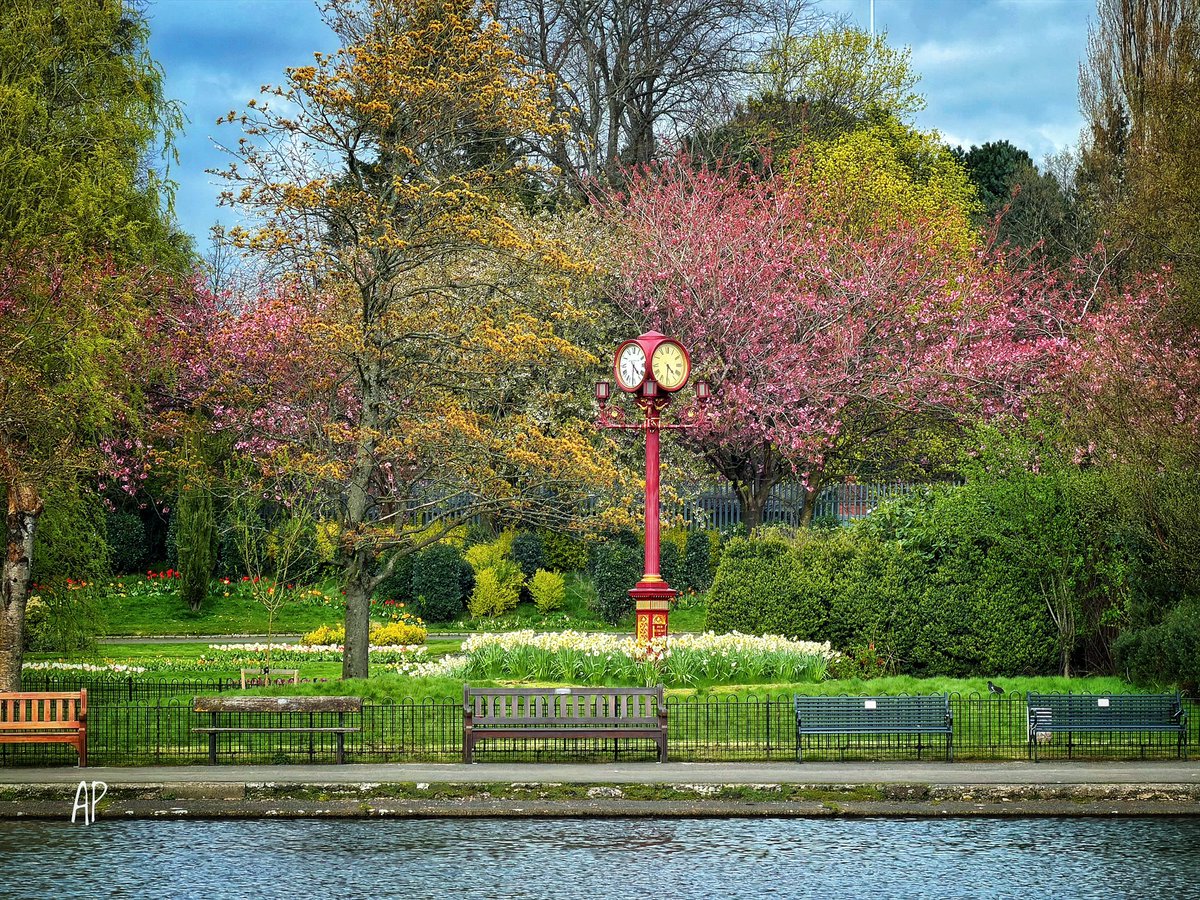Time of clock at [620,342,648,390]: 4:31
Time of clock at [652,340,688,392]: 4:31
